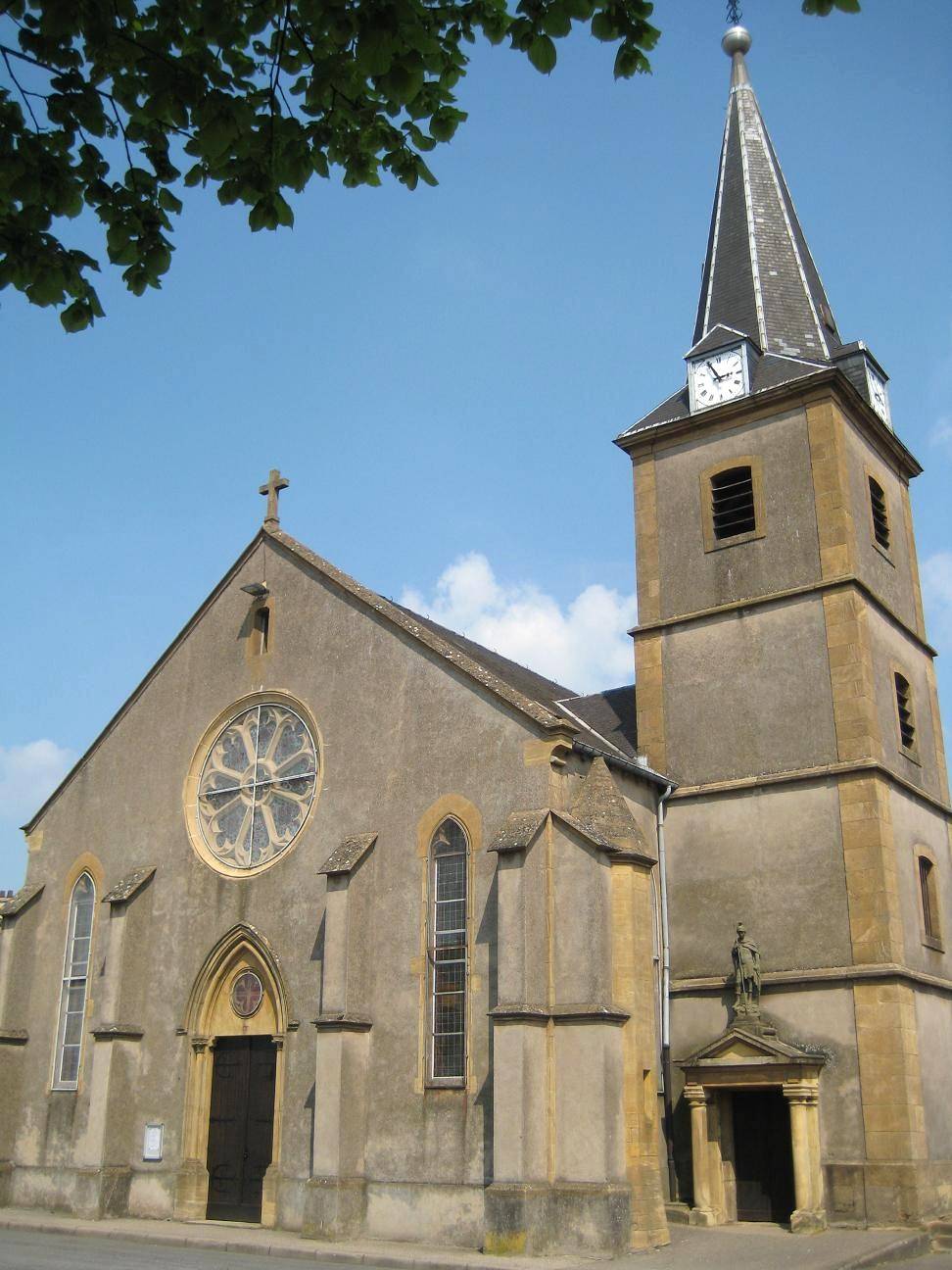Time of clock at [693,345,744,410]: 2:55
